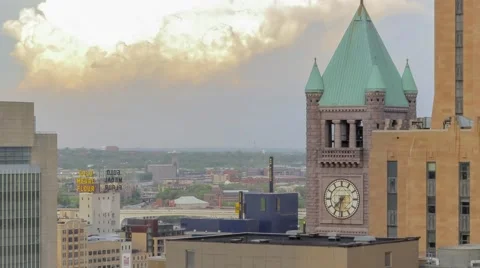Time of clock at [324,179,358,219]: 7:31
